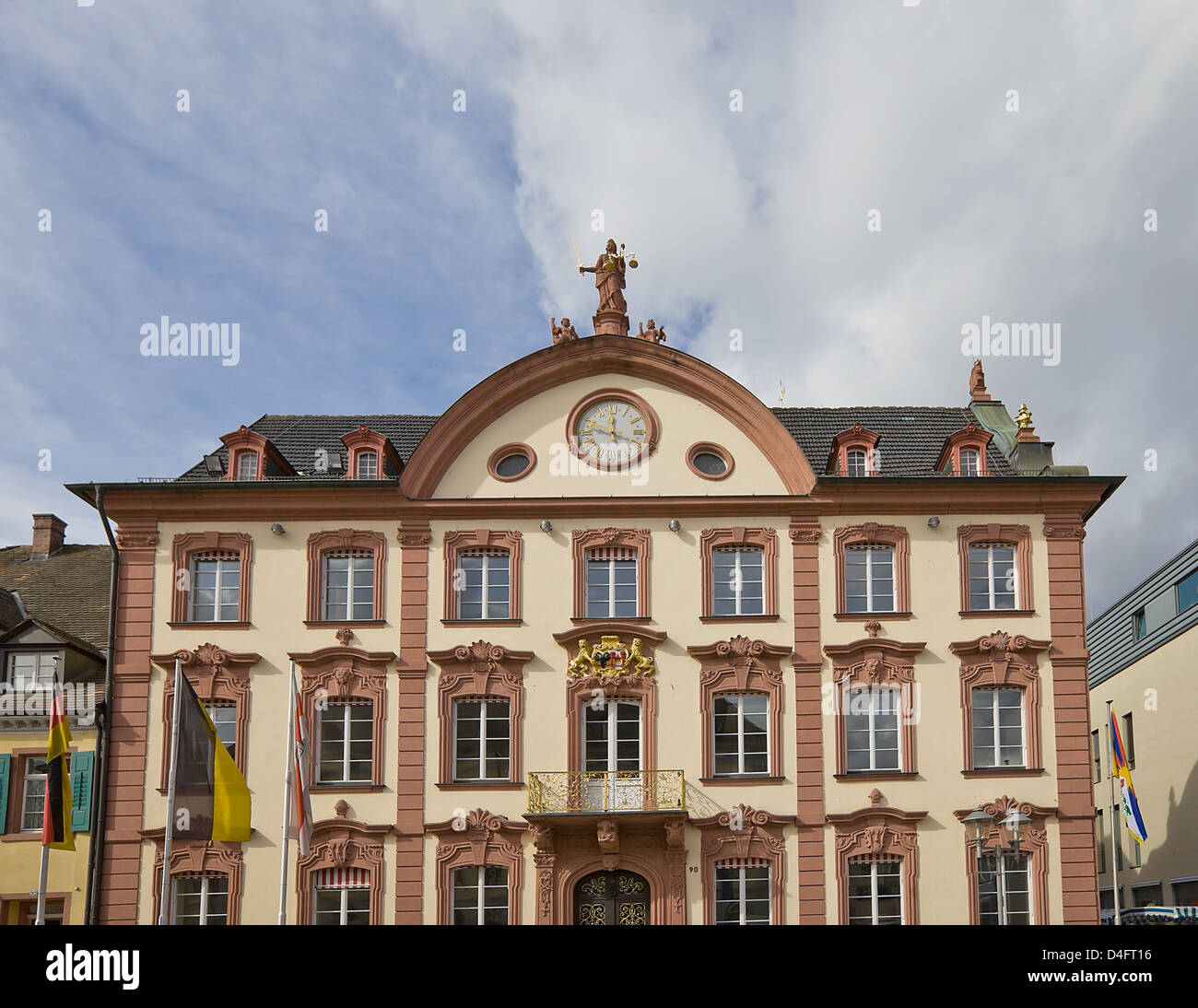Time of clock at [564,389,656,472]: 11:48
